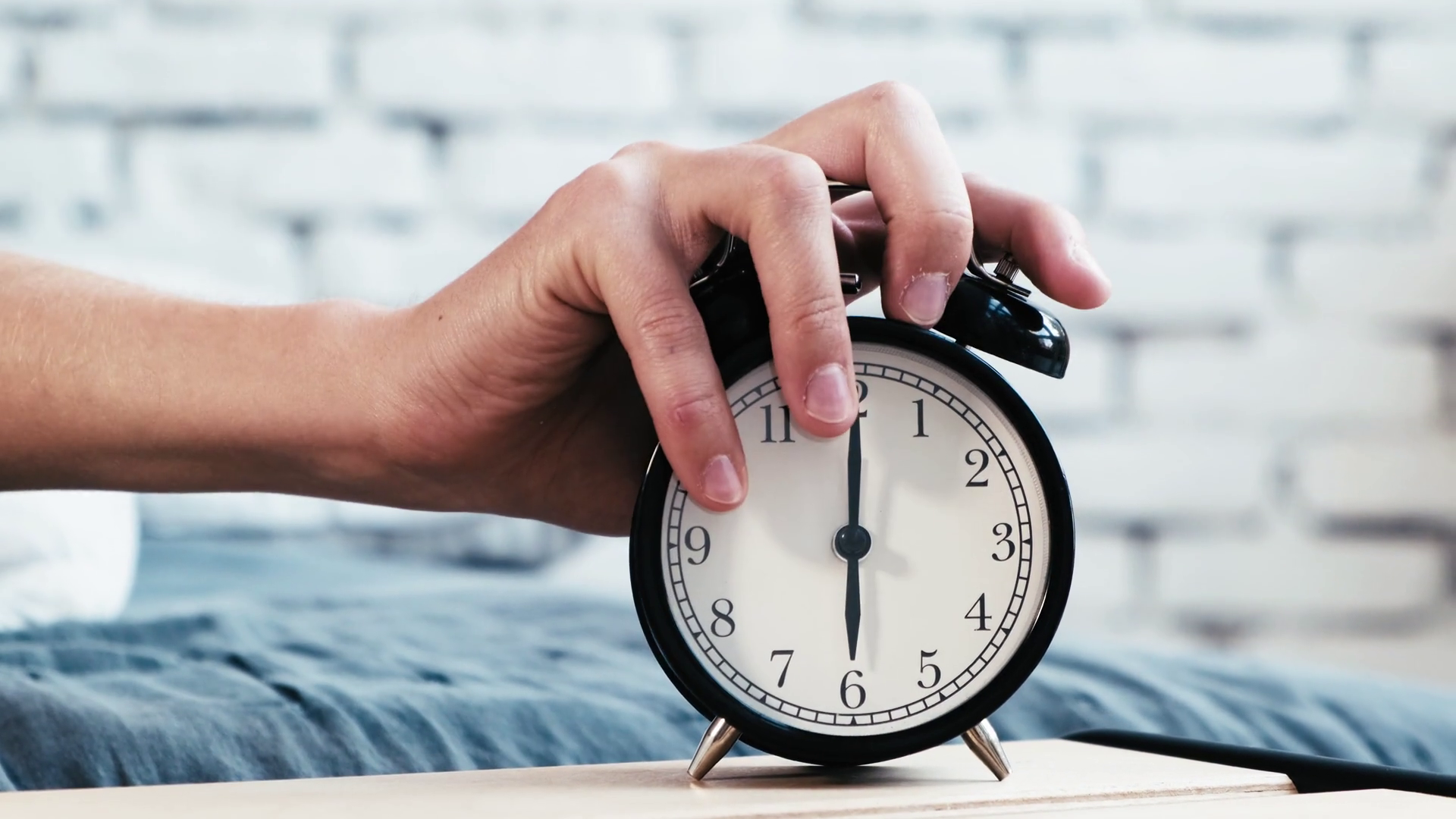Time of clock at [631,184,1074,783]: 6:00
